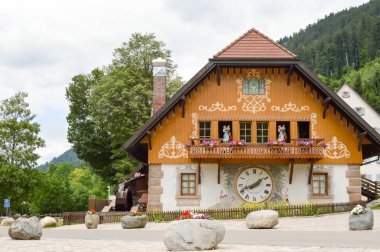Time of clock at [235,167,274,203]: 1:41
